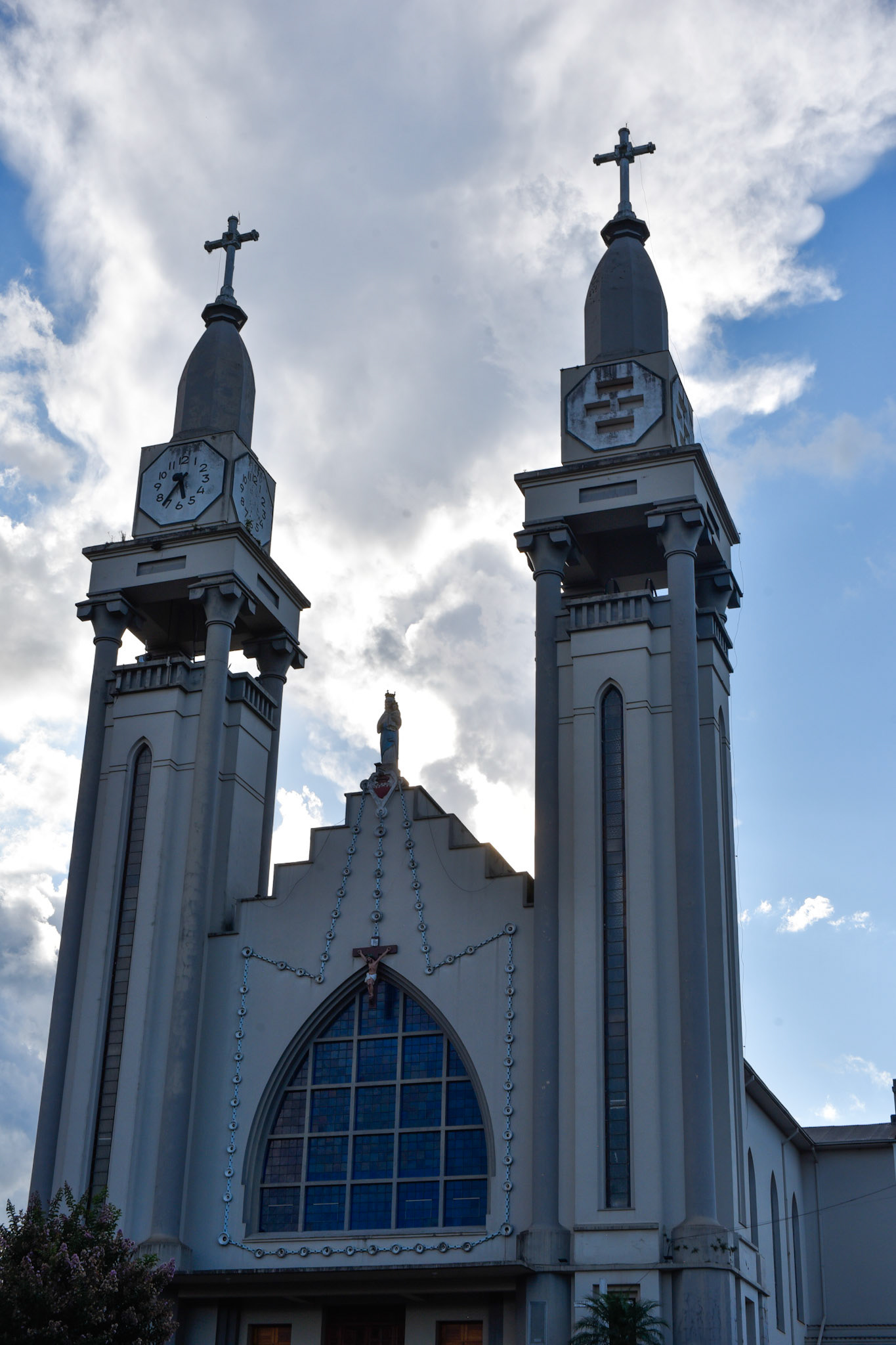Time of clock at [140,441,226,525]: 5:35
